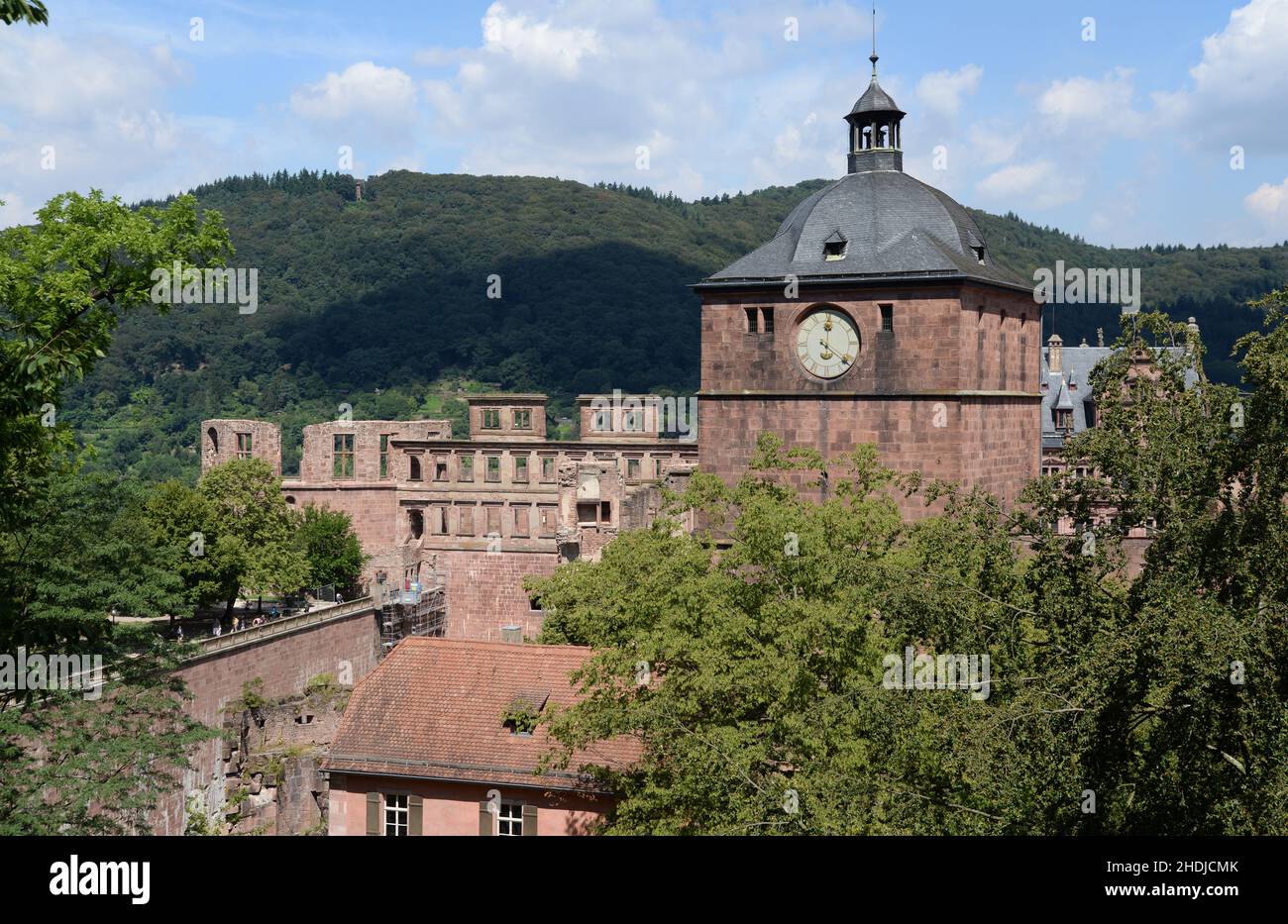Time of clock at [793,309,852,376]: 12:21
